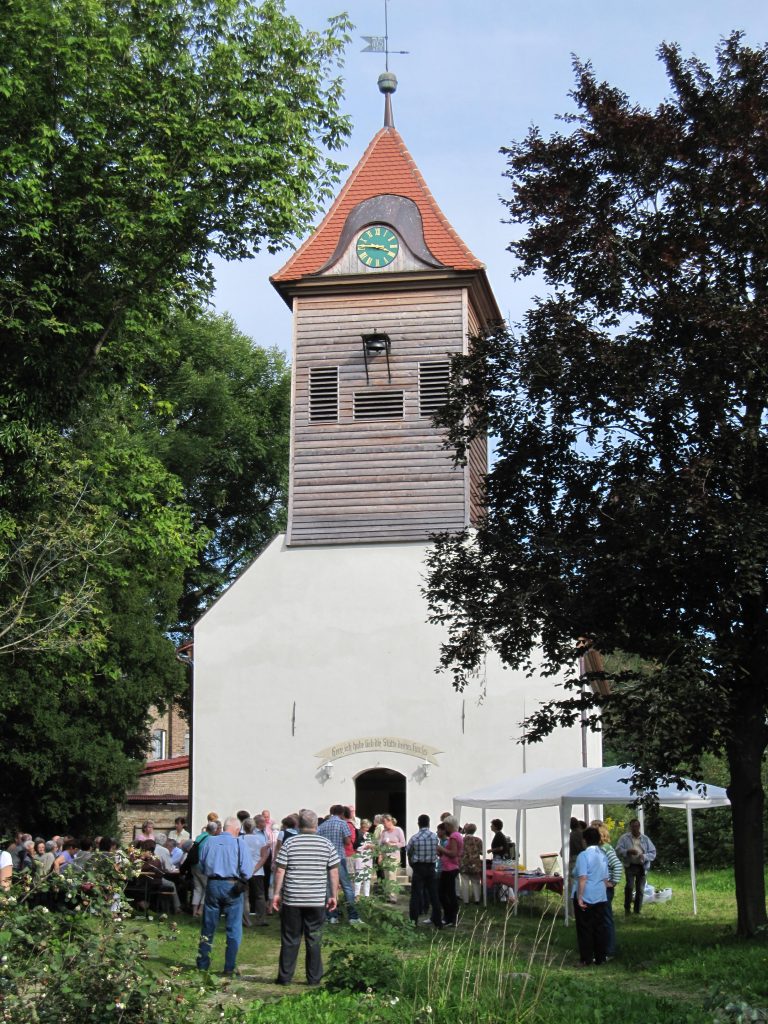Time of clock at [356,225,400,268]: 3:45
